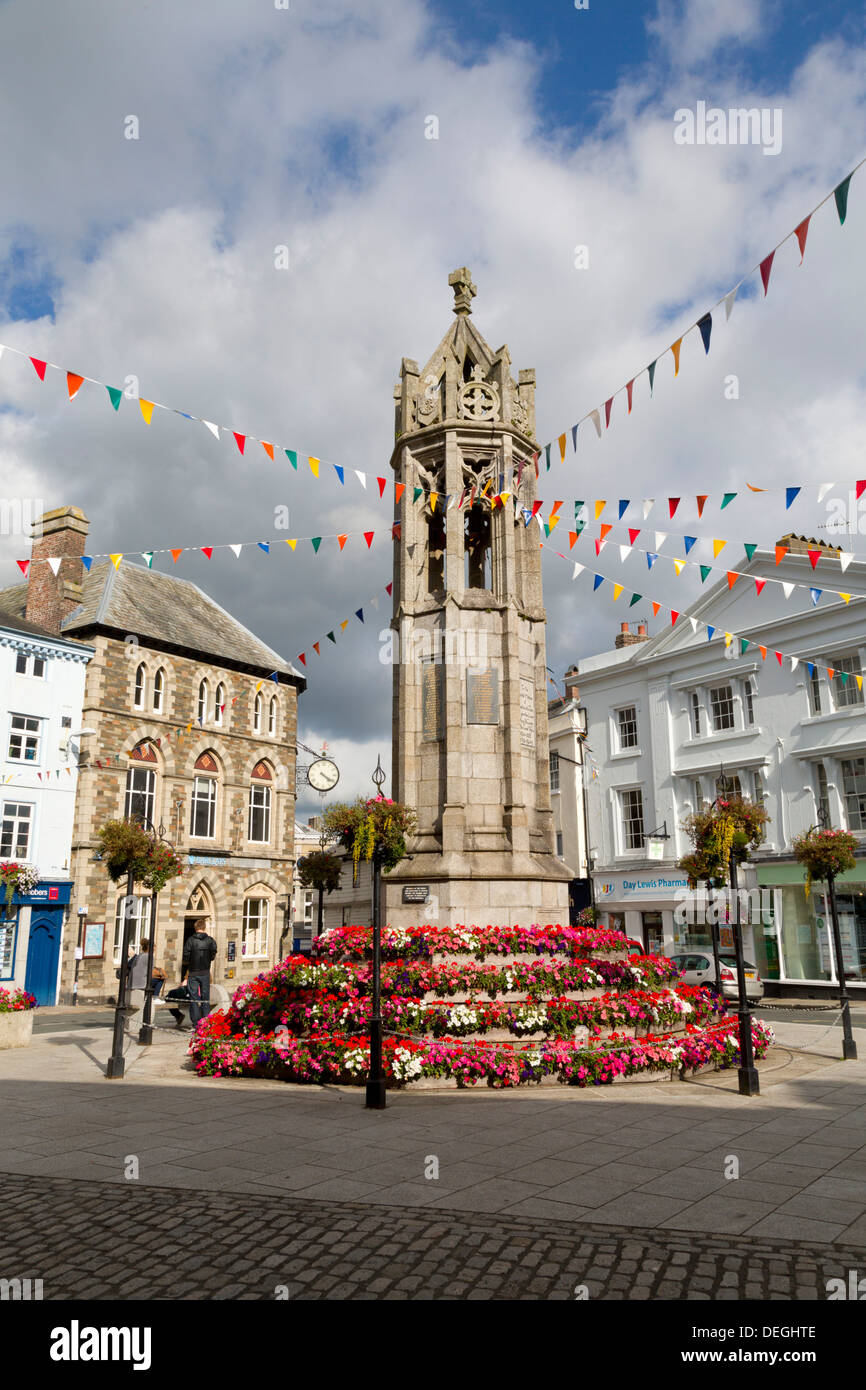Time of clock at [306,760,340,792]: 4:20
